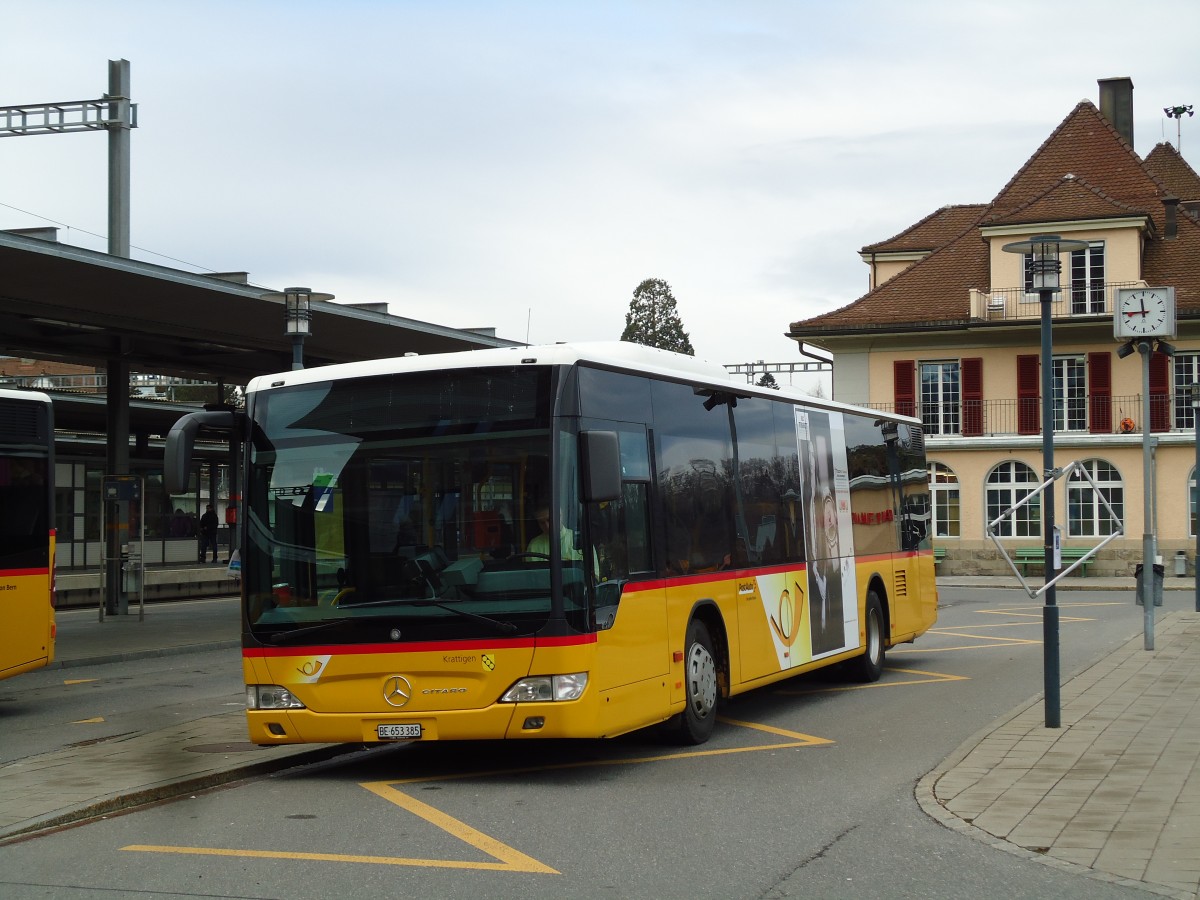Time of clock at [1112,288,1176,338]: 11:44
